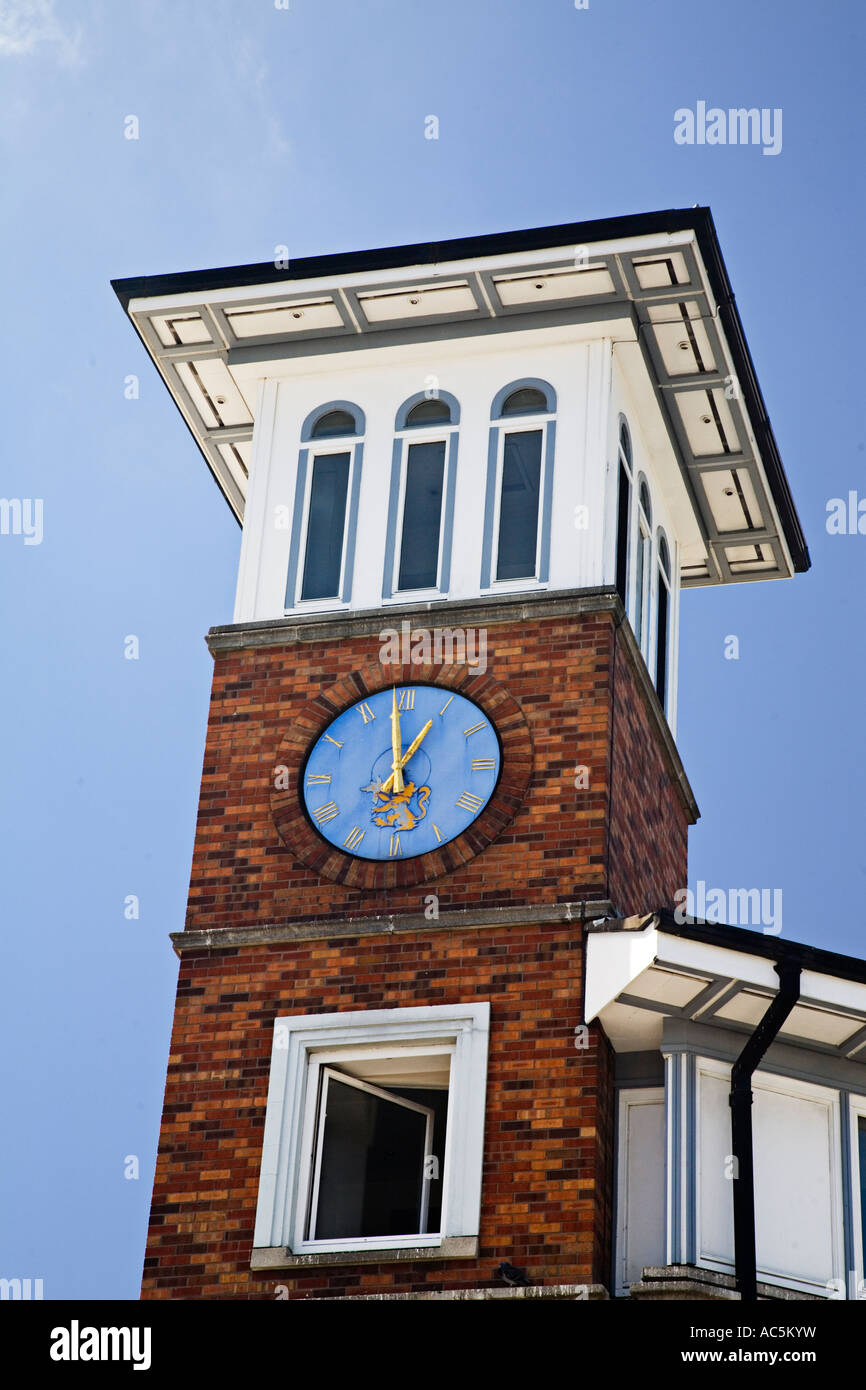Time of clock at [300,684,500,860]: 4:58
